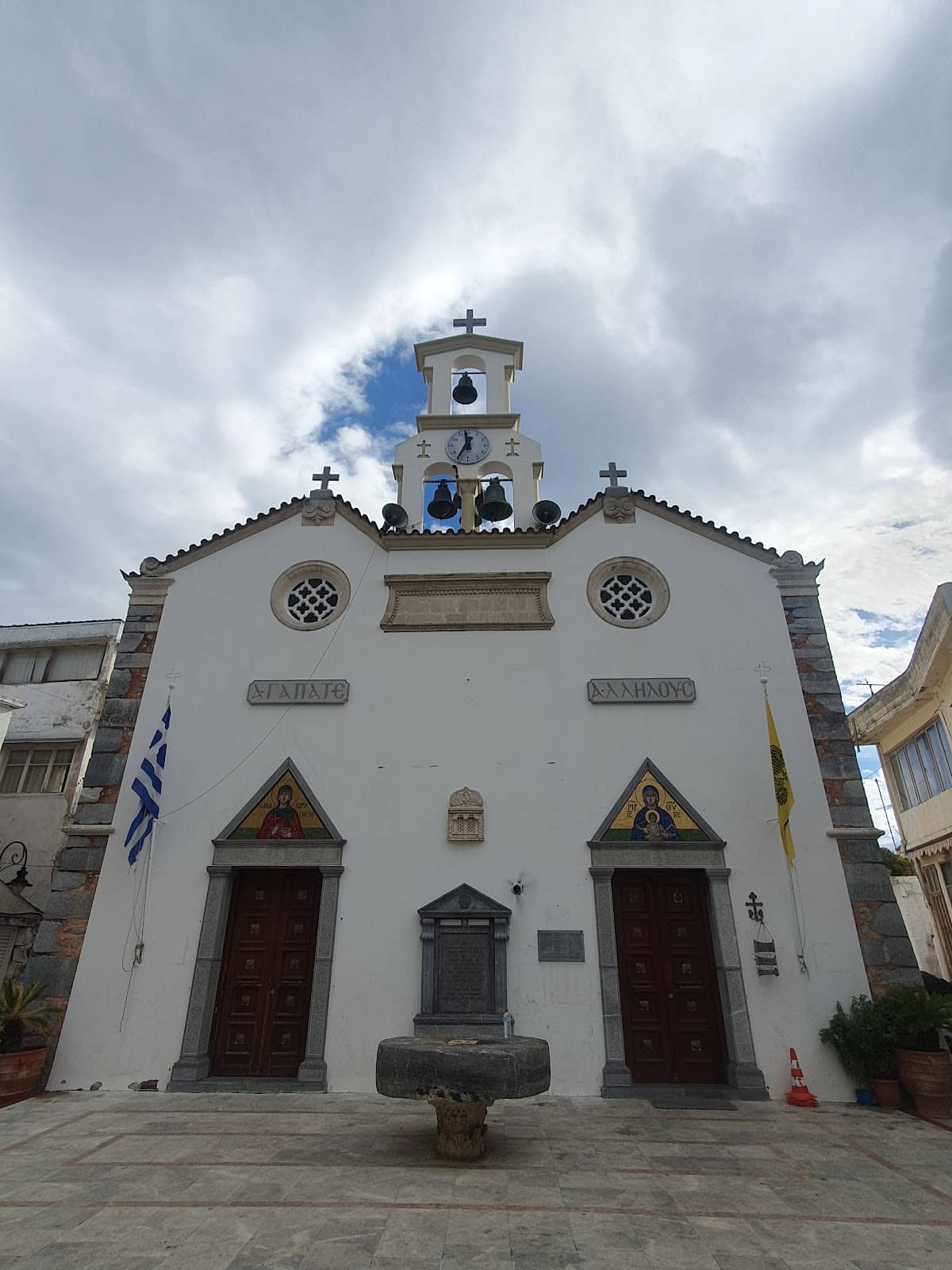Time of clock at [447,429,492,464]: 11:35
